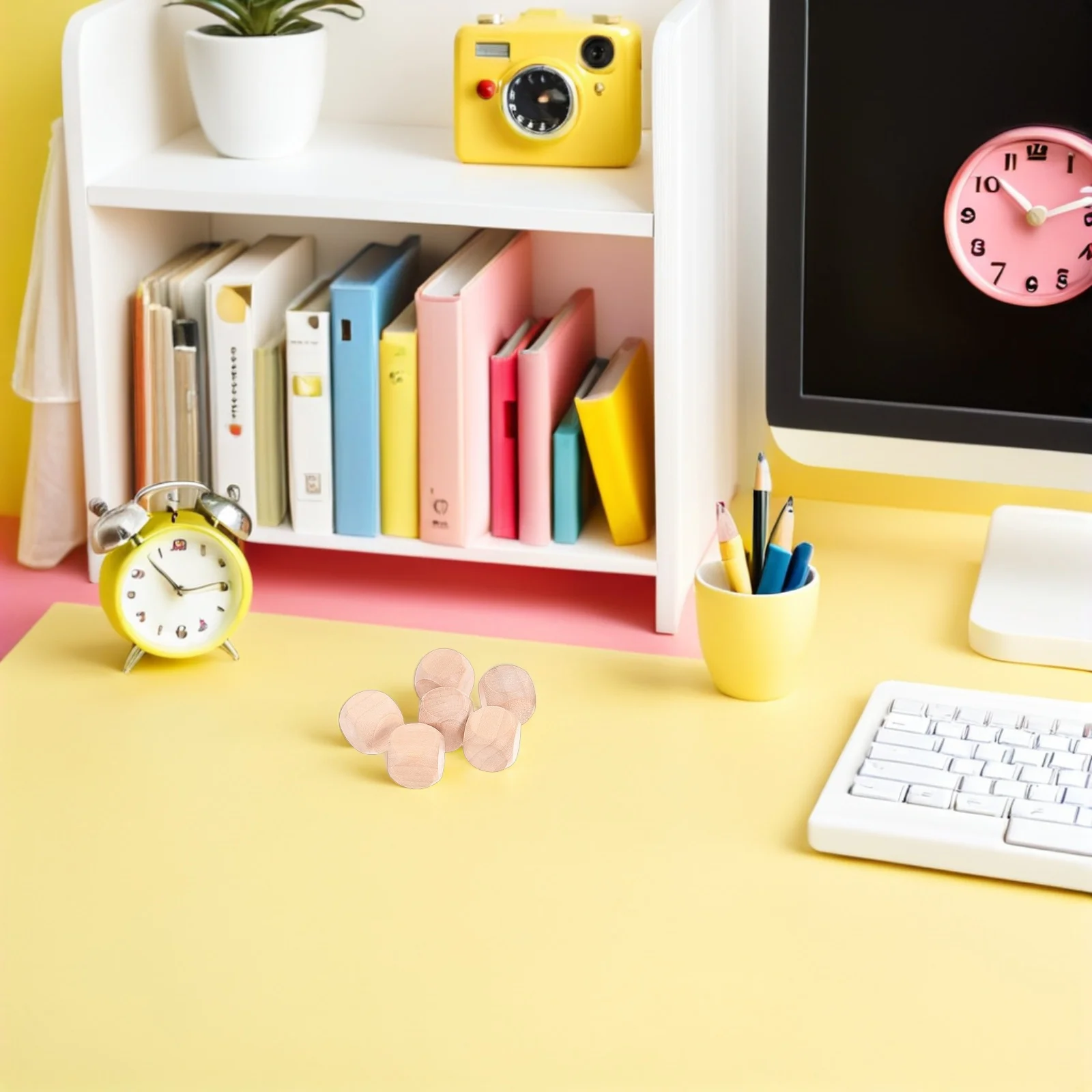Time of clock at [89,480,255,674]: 2:53
